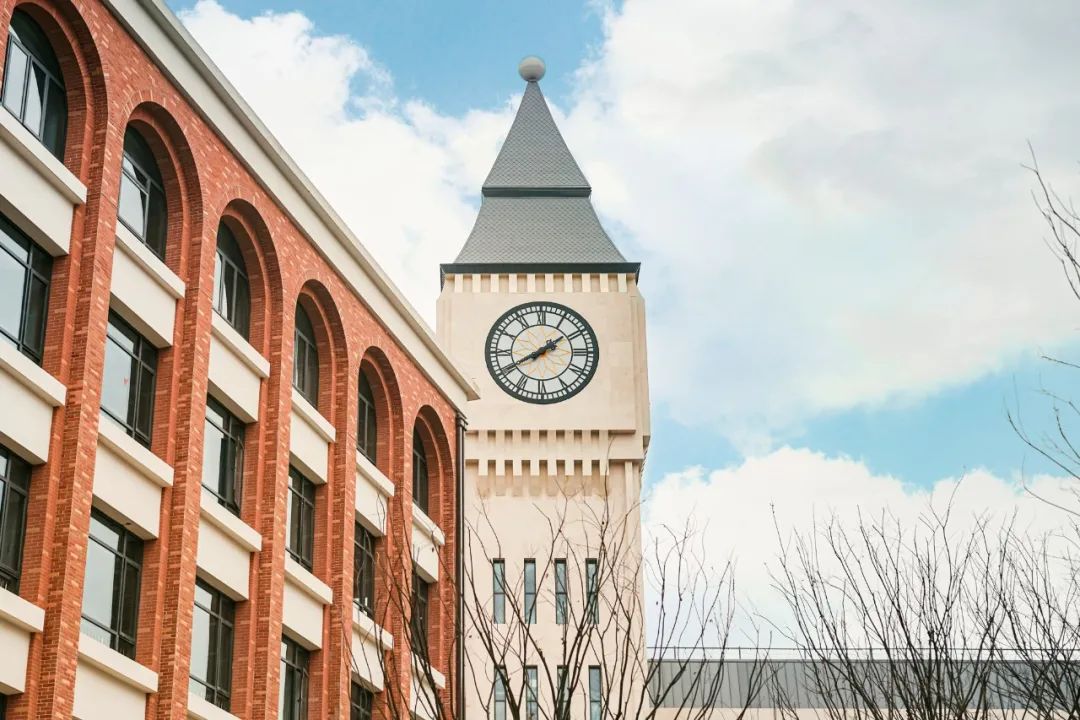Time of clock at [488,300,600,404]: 1:40
